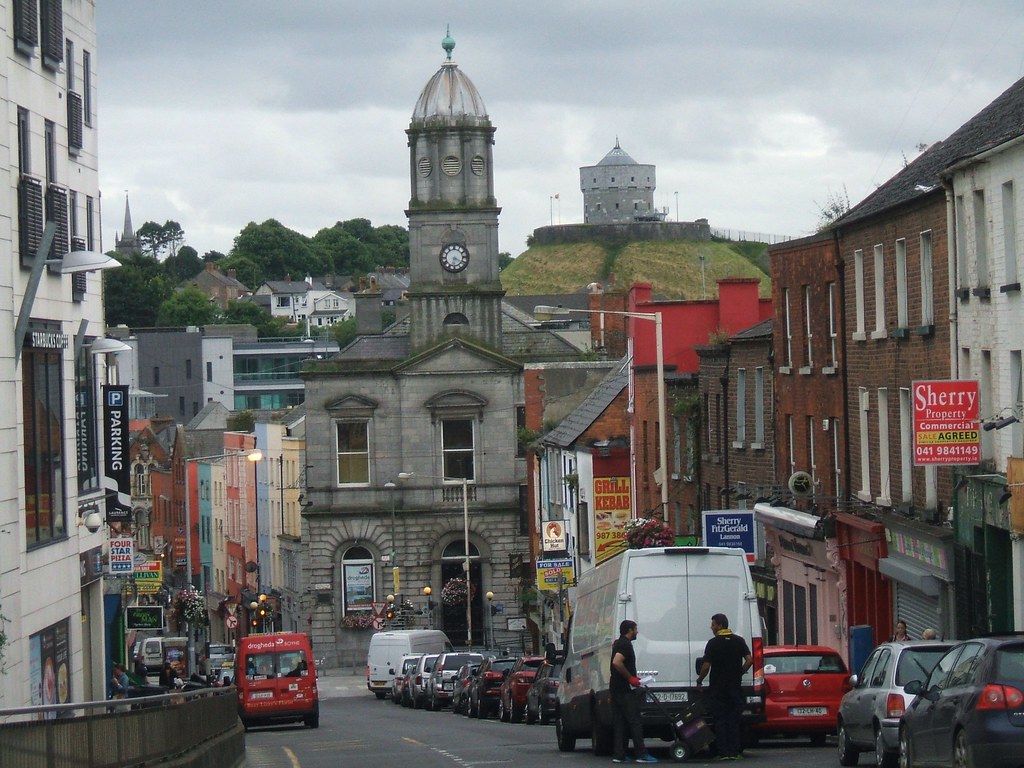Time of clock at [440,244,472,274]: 6:20
